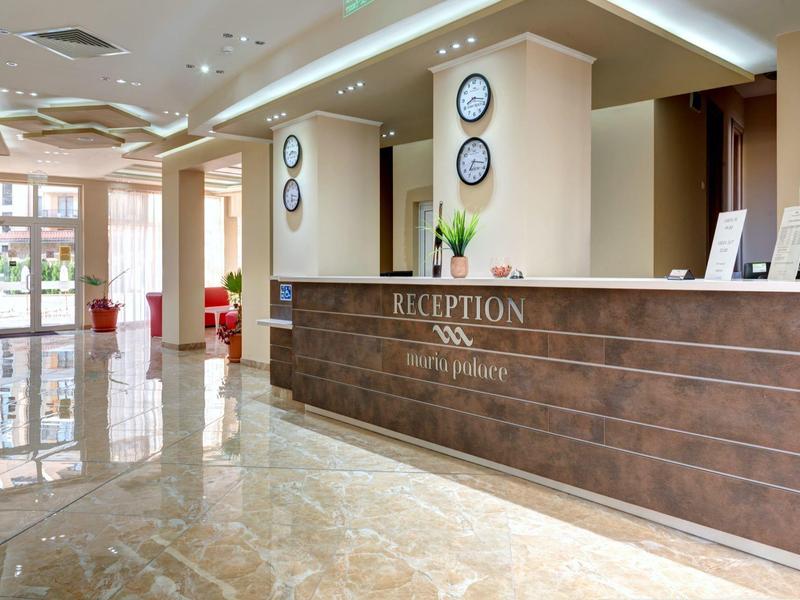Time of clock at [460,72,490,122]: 8:17
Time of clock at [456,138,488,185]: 7:17
